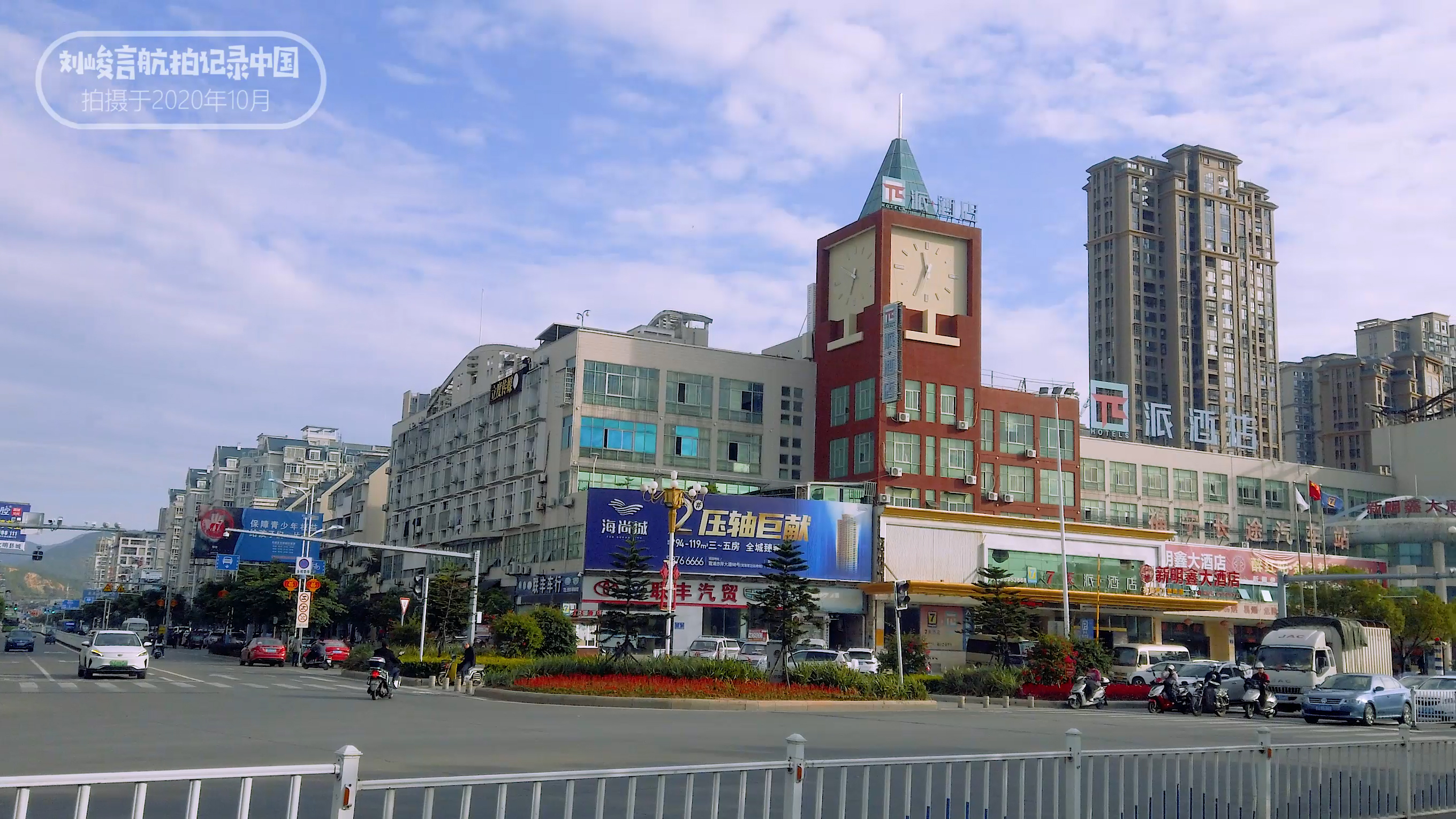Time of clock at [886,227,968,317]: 11:34
